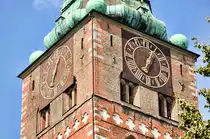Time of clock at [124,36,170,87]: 7:04
